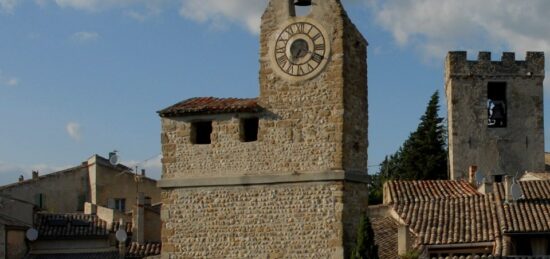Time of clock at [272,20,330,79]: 7:18
